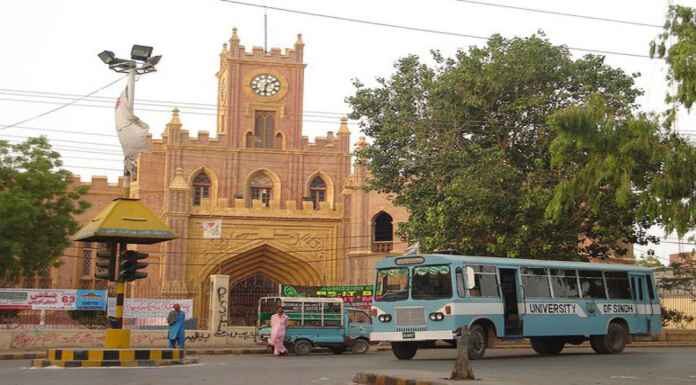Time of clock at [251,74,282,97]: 6:10
